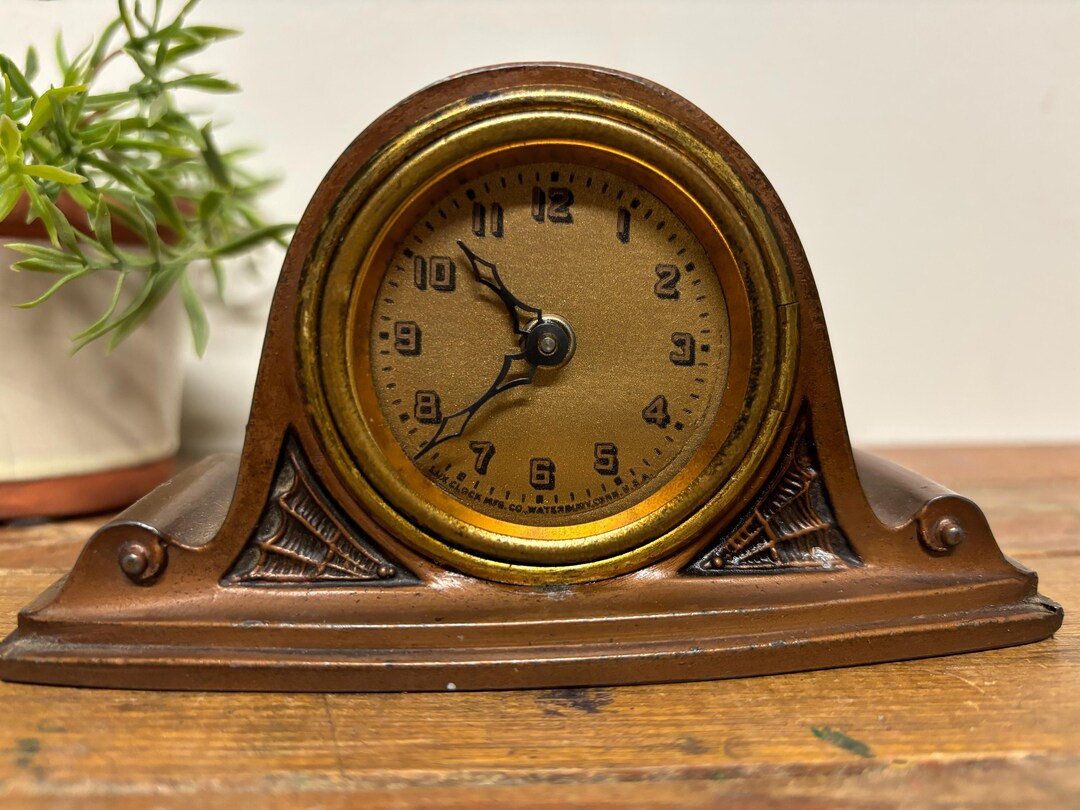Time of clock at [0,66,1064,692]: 10:37
